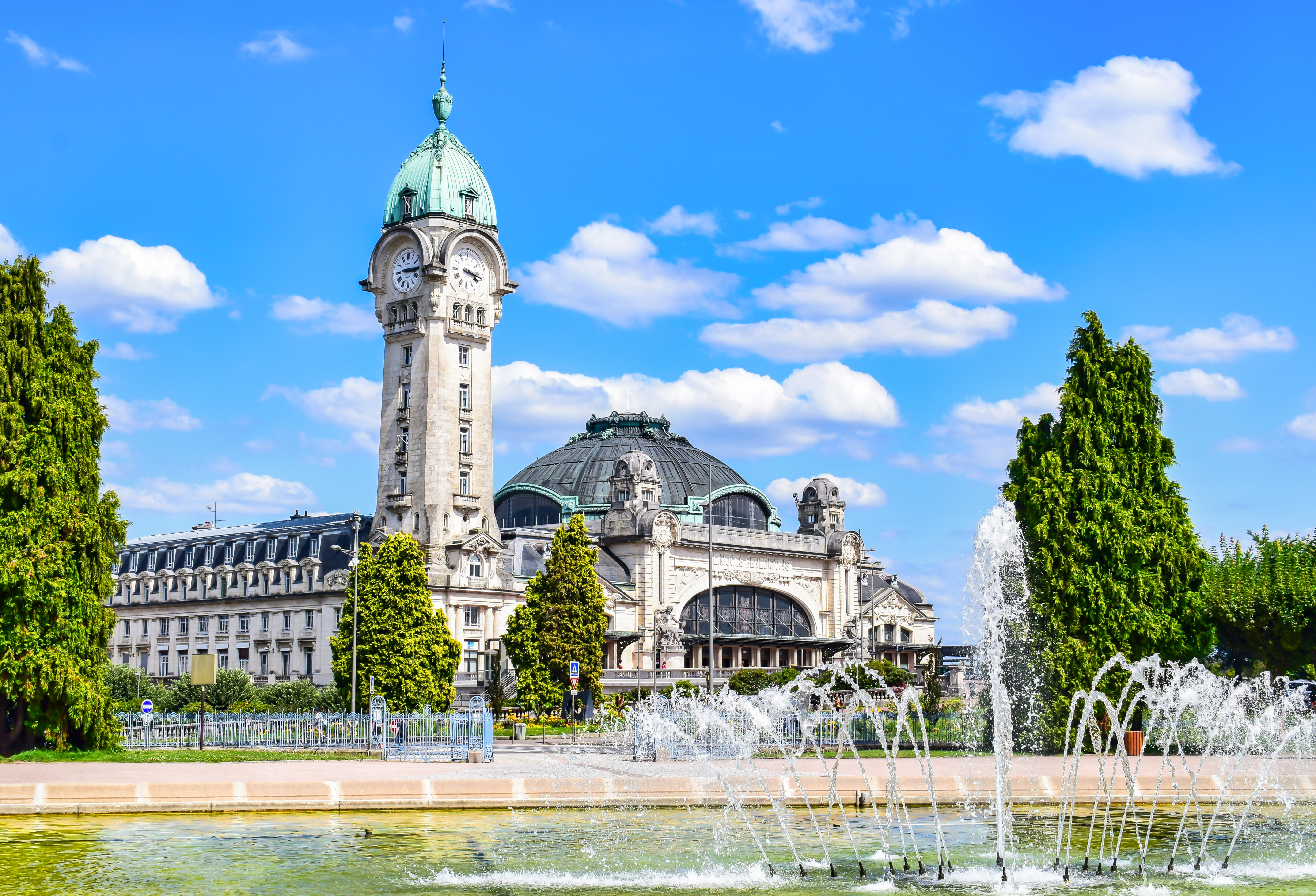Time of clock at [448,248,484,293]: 3:17
